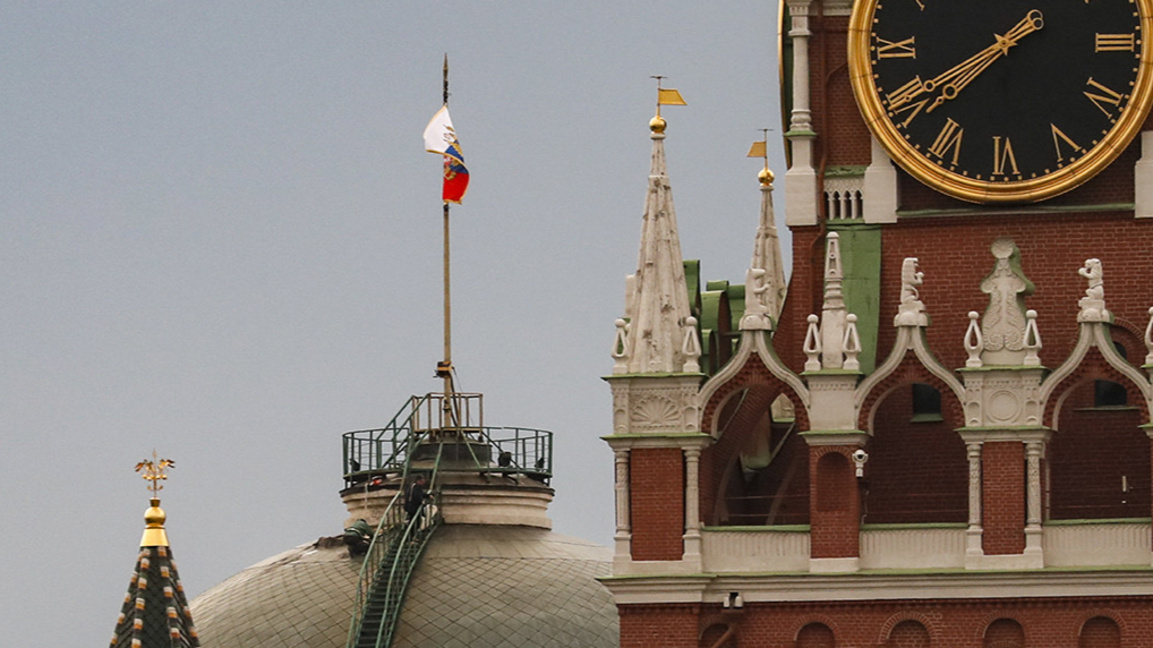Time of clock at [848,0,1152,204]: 7:40
